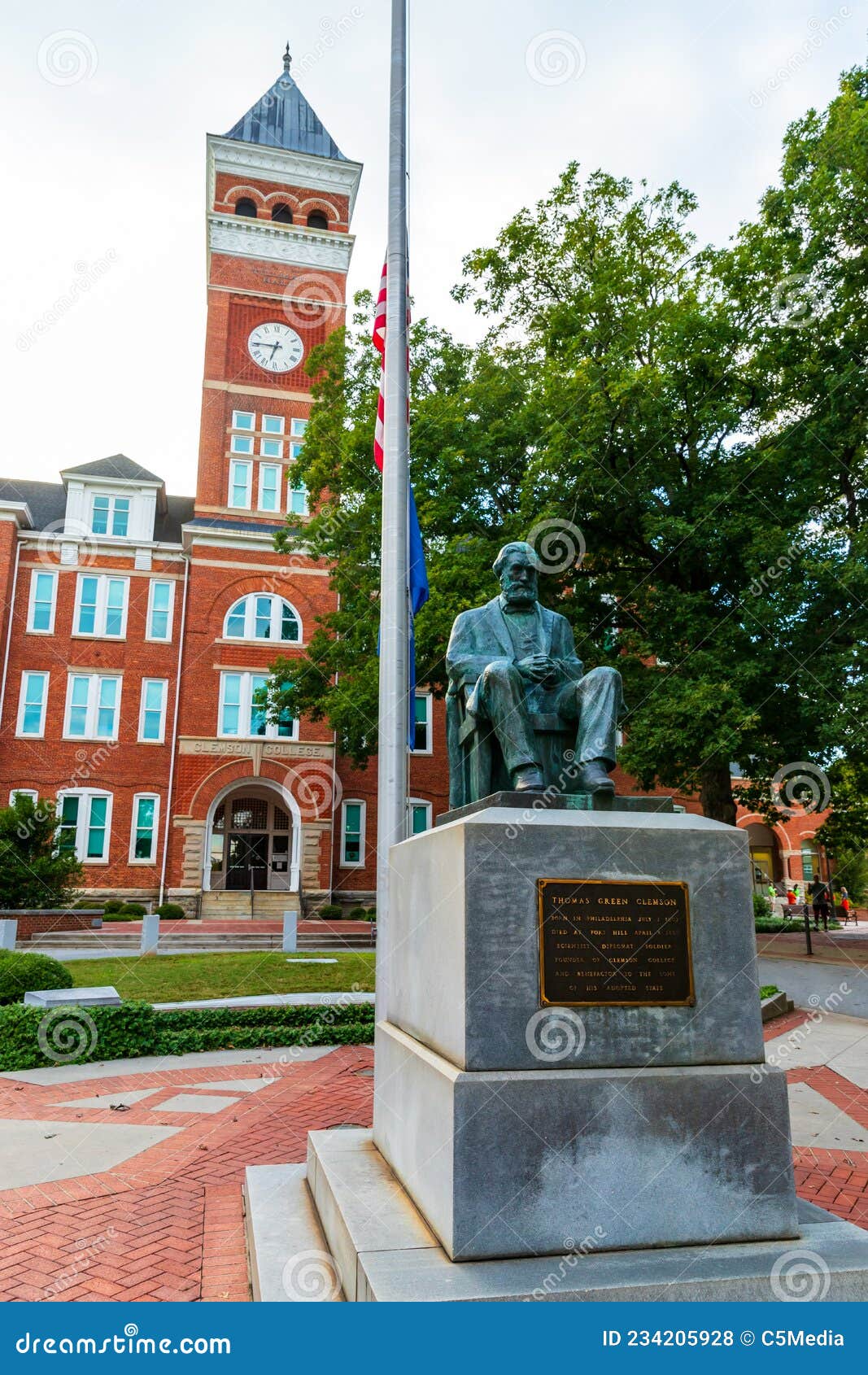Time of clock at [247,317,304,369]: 6:45
